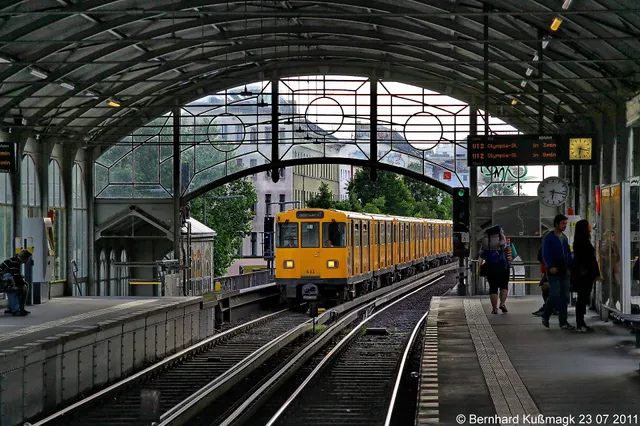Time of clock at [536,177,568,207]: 6:17
